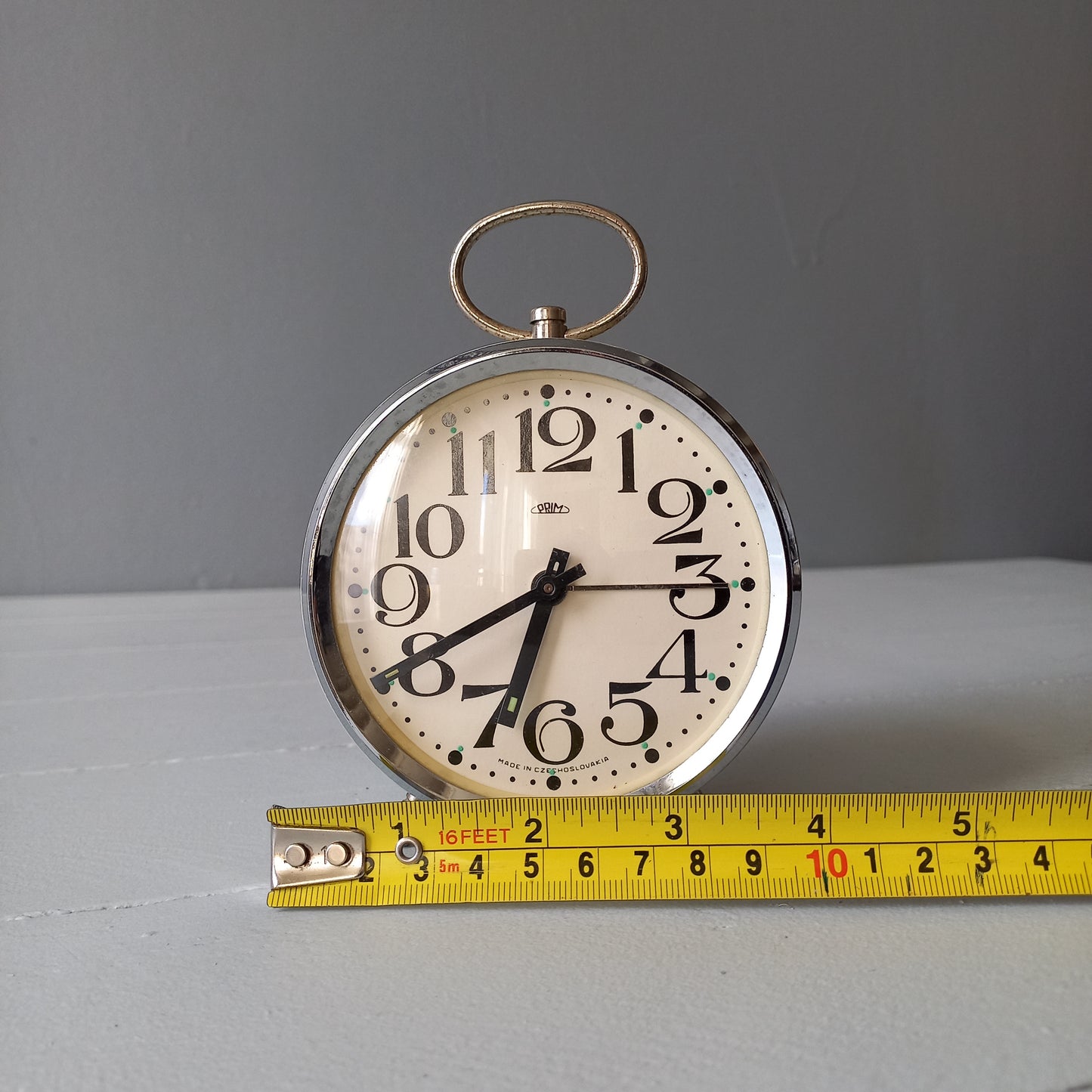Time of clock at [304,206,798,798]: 6:40
